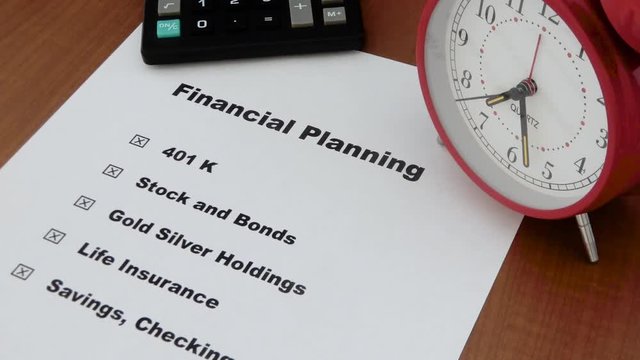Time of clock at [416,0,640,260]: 8:32
